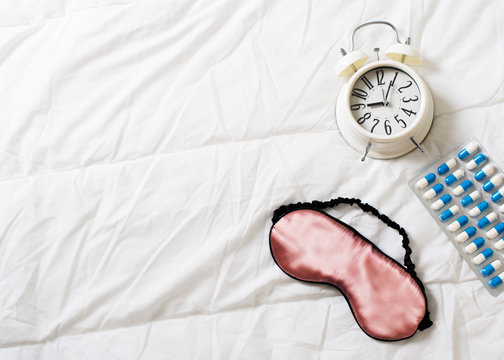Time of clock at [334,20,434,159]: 9:04
